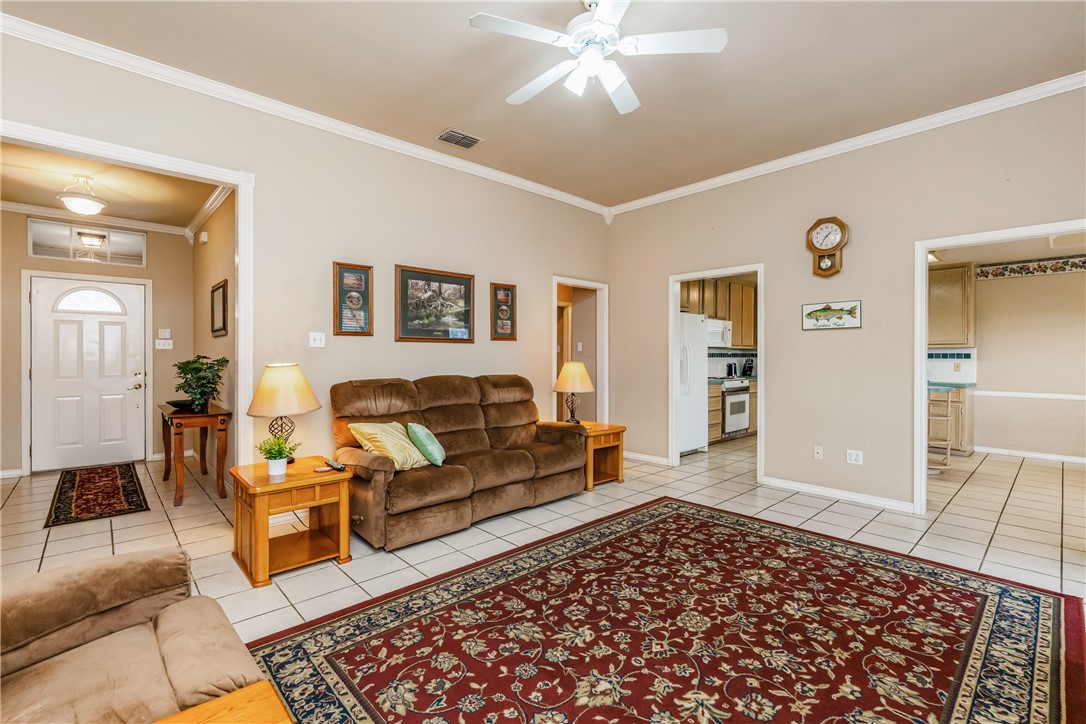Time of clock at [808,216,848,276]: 1:34
